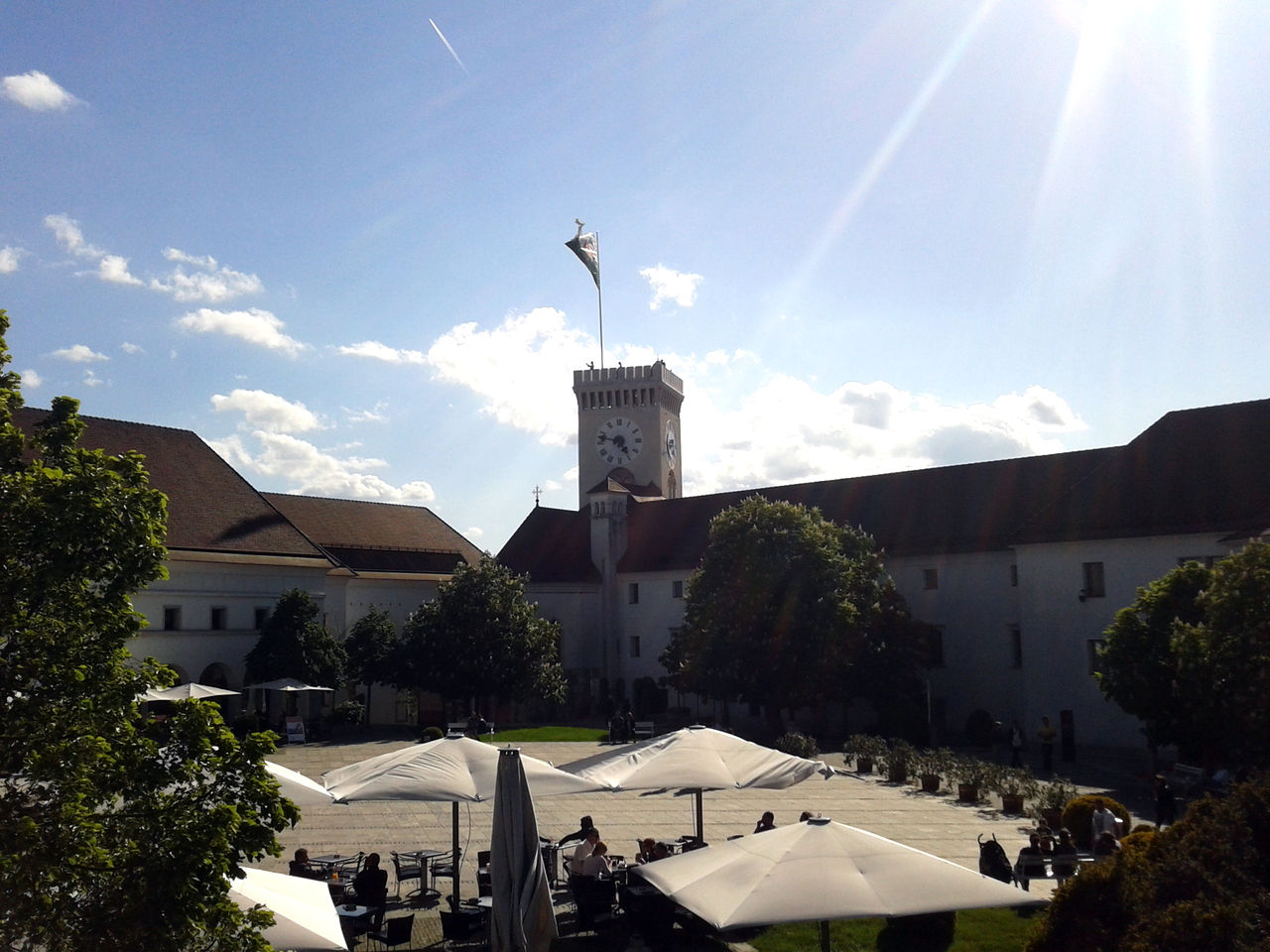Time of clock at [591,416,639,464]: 4:47
